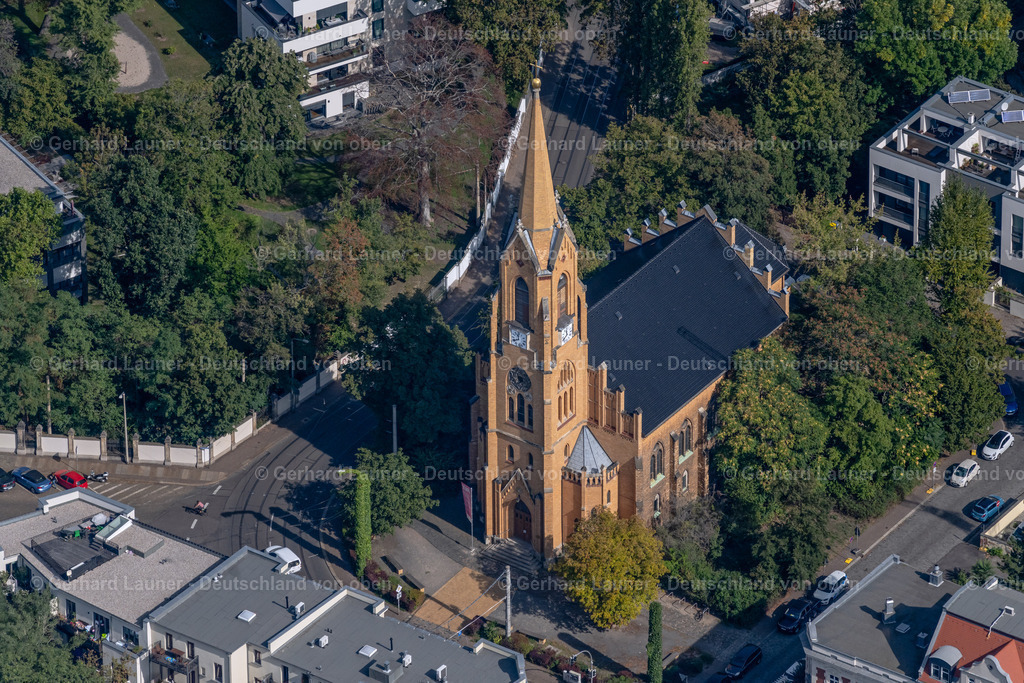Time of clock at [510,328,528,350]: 11:40
